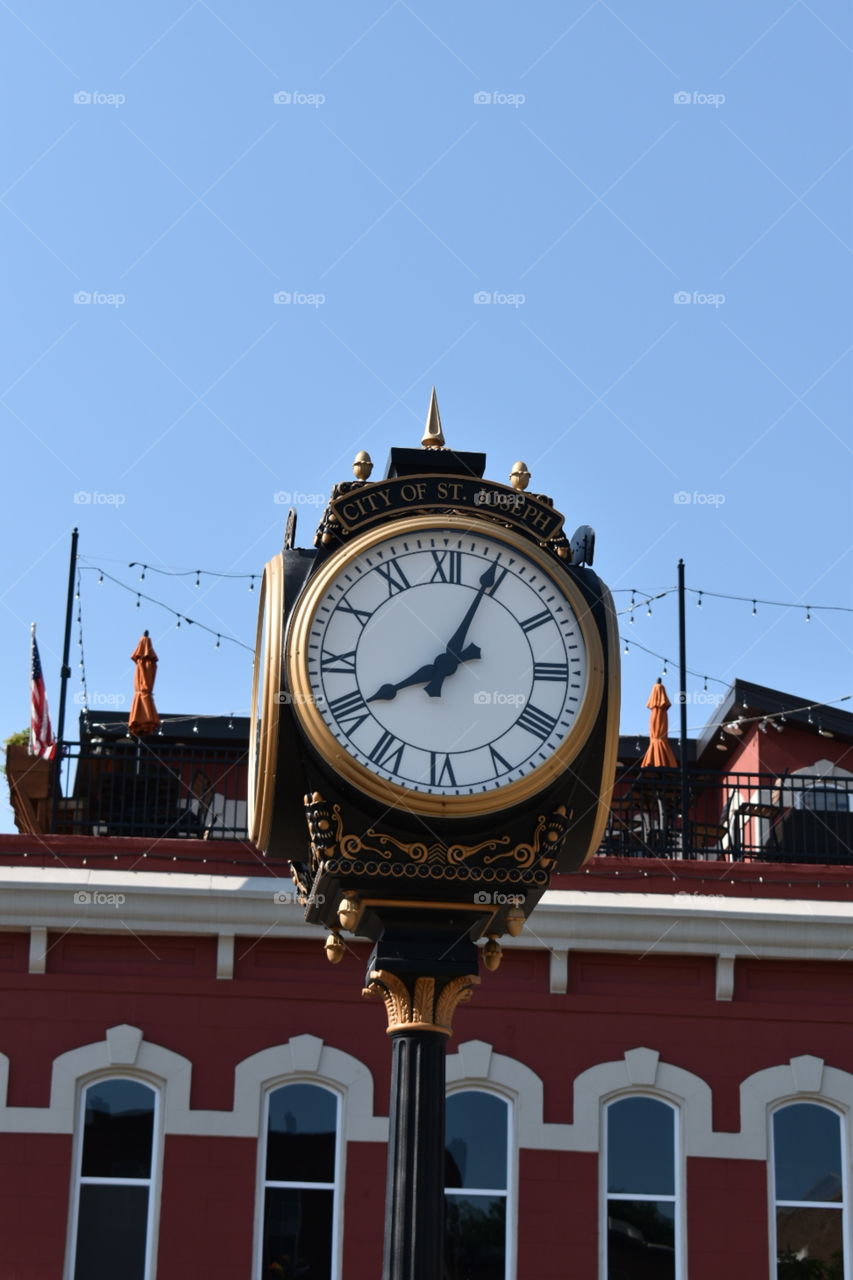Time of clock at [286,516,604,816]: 8:04
